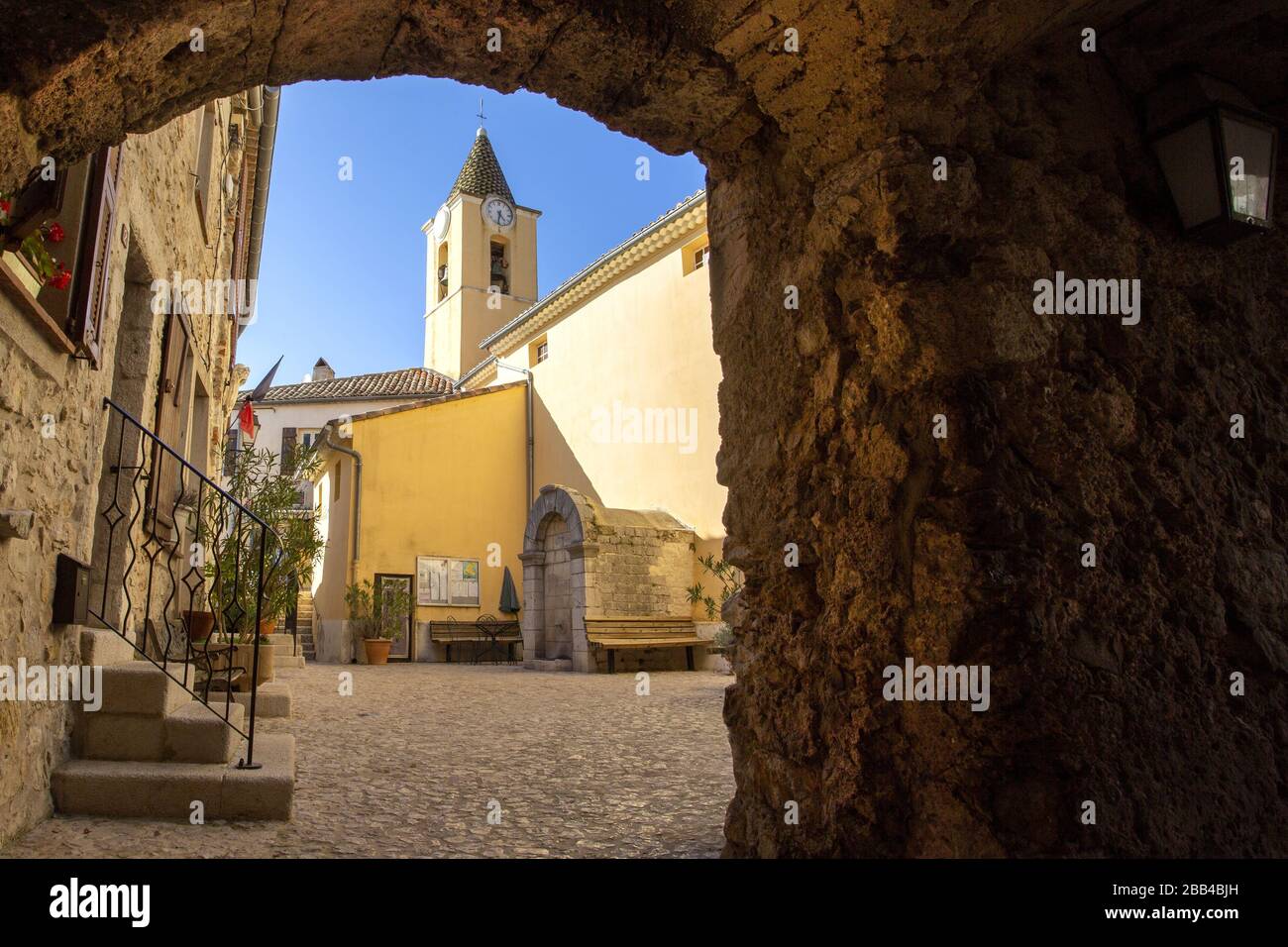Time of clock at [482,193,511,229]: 4:32
